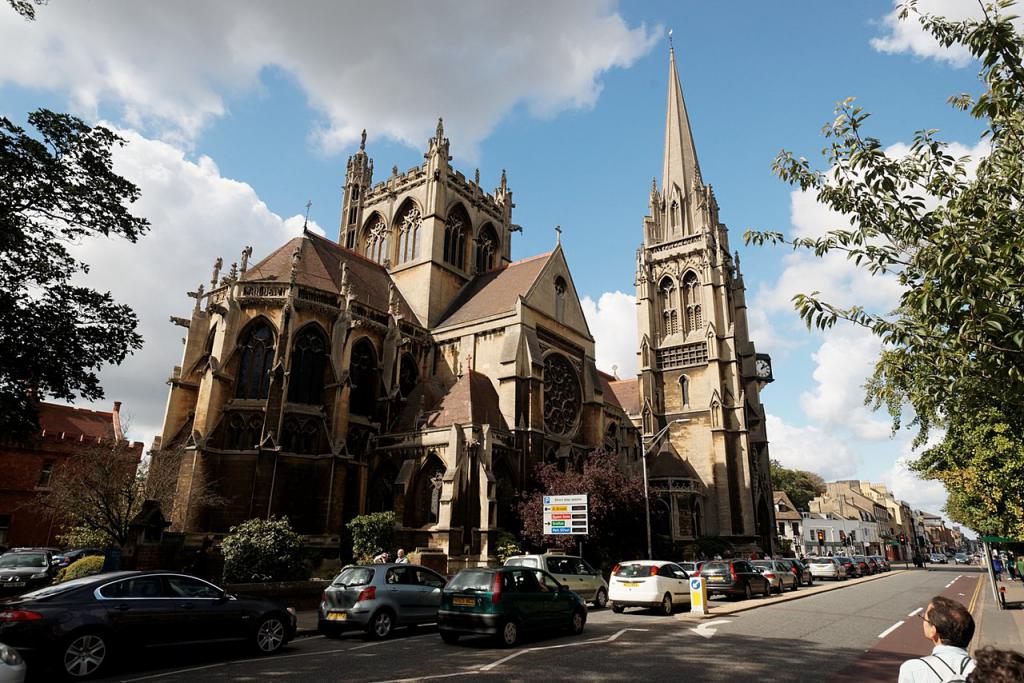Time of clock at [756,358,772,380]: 1:10
